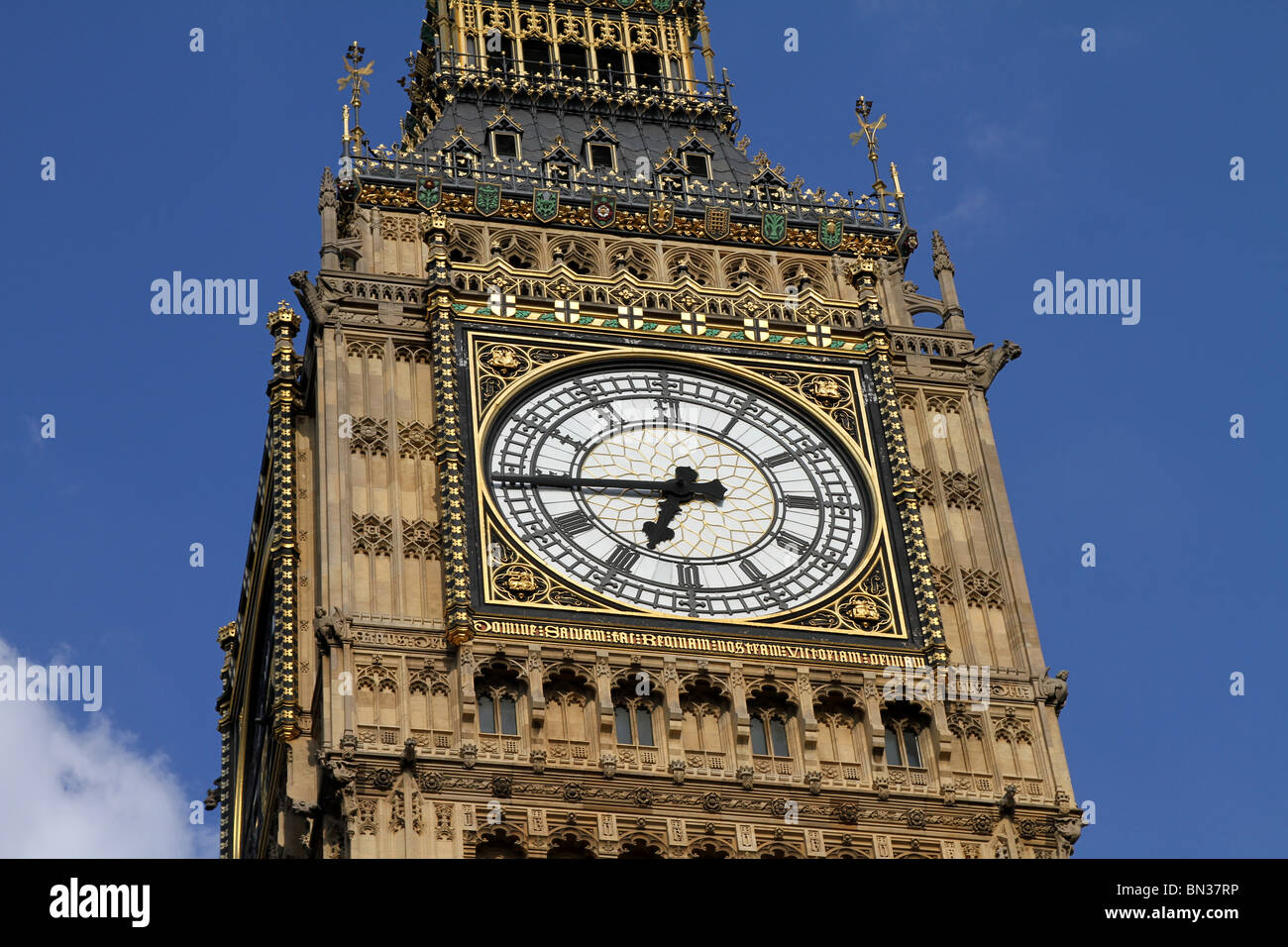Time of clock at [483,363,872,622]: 6:44
